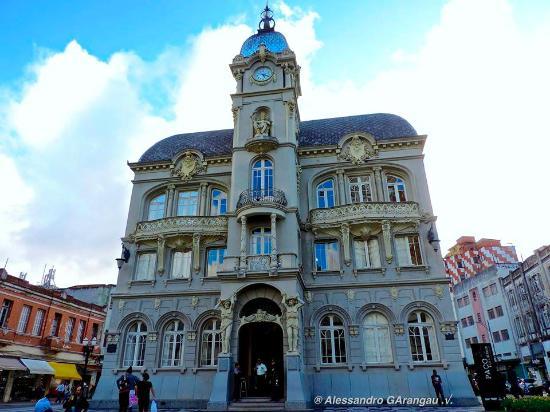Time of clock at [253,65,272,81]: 5:18
